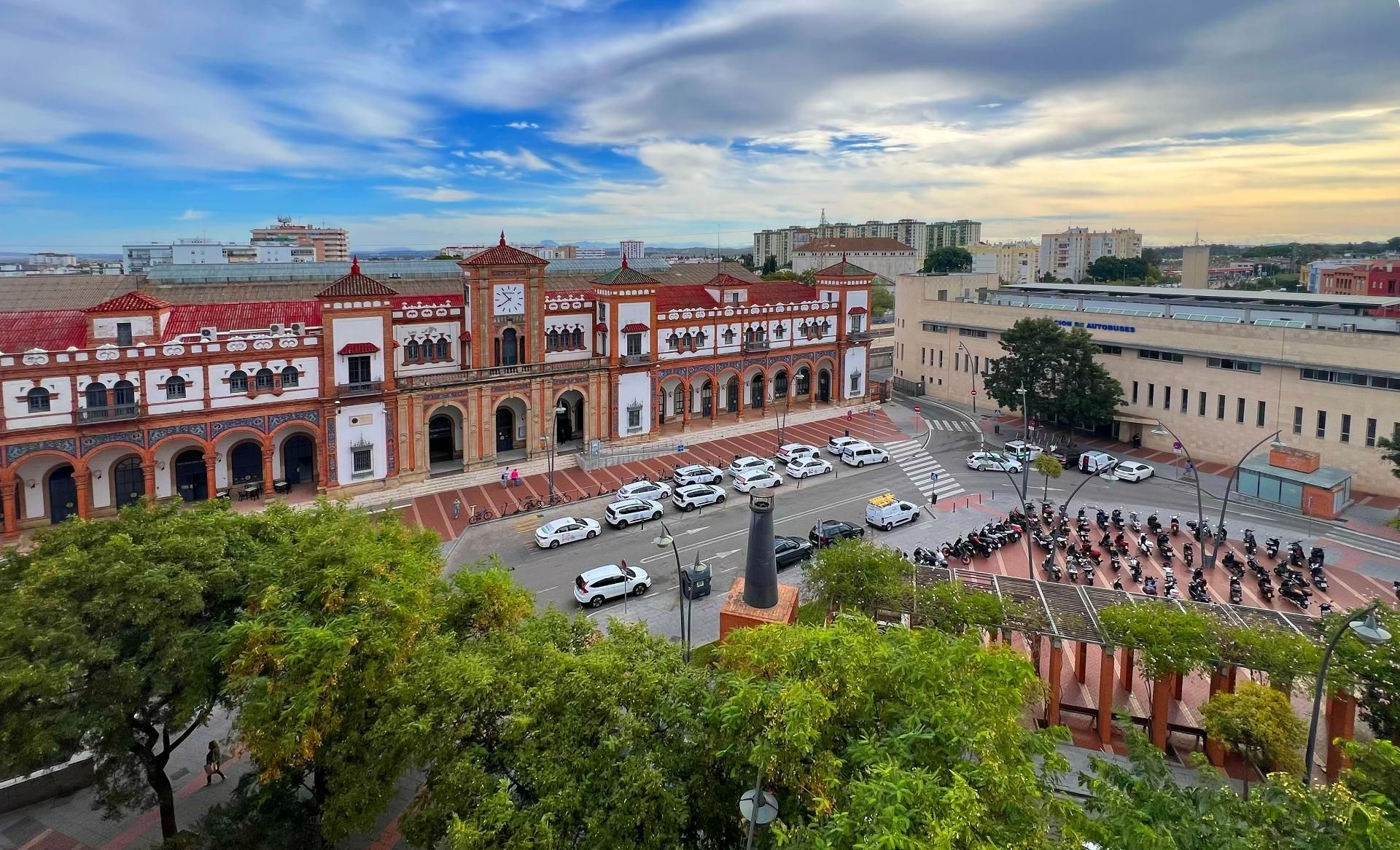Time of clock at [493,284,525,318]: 10:39
